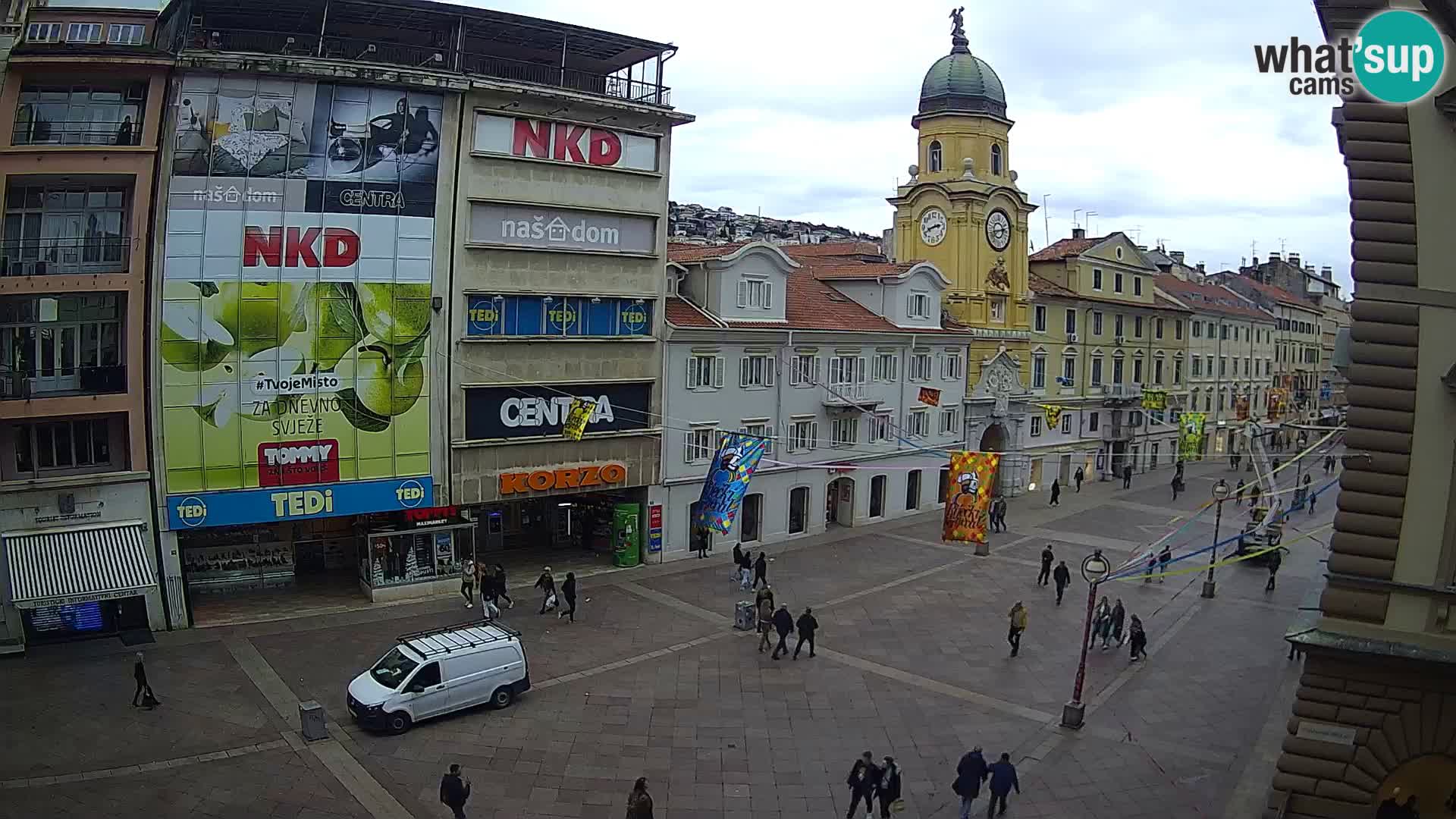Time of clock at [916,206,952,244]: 2:41
